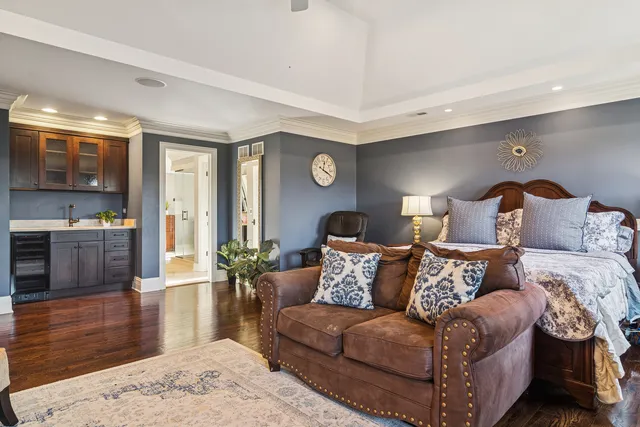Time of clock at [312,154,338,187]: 12:19
